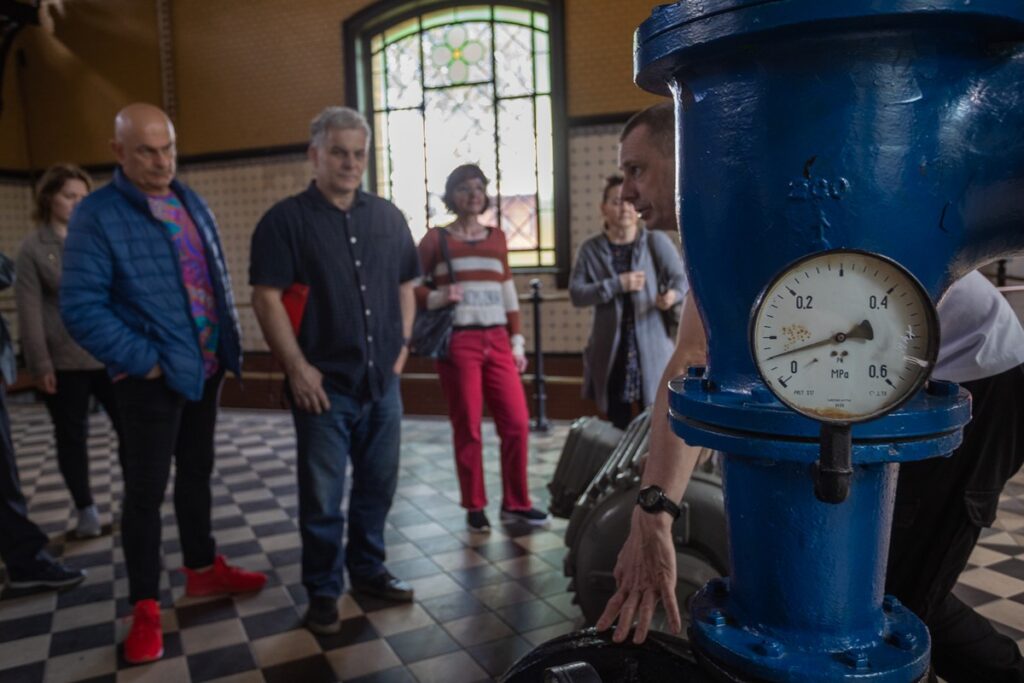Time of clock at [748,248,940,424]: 1:42
